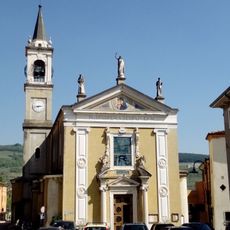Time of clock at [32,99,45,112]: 2:42
